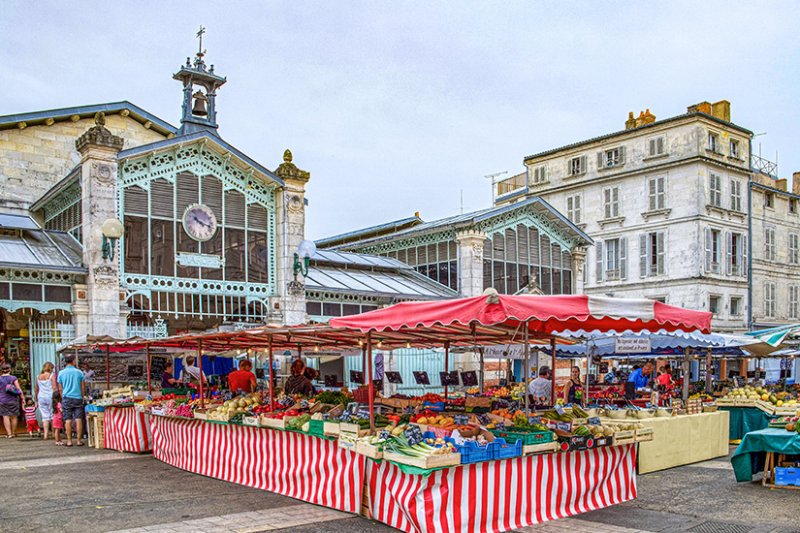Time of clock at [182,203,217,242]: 10:17
